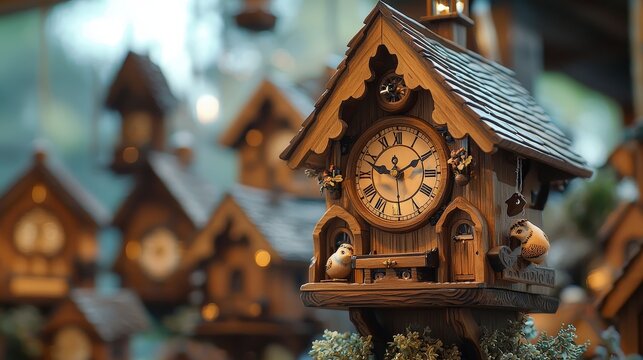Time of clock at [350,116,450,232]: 9:10
